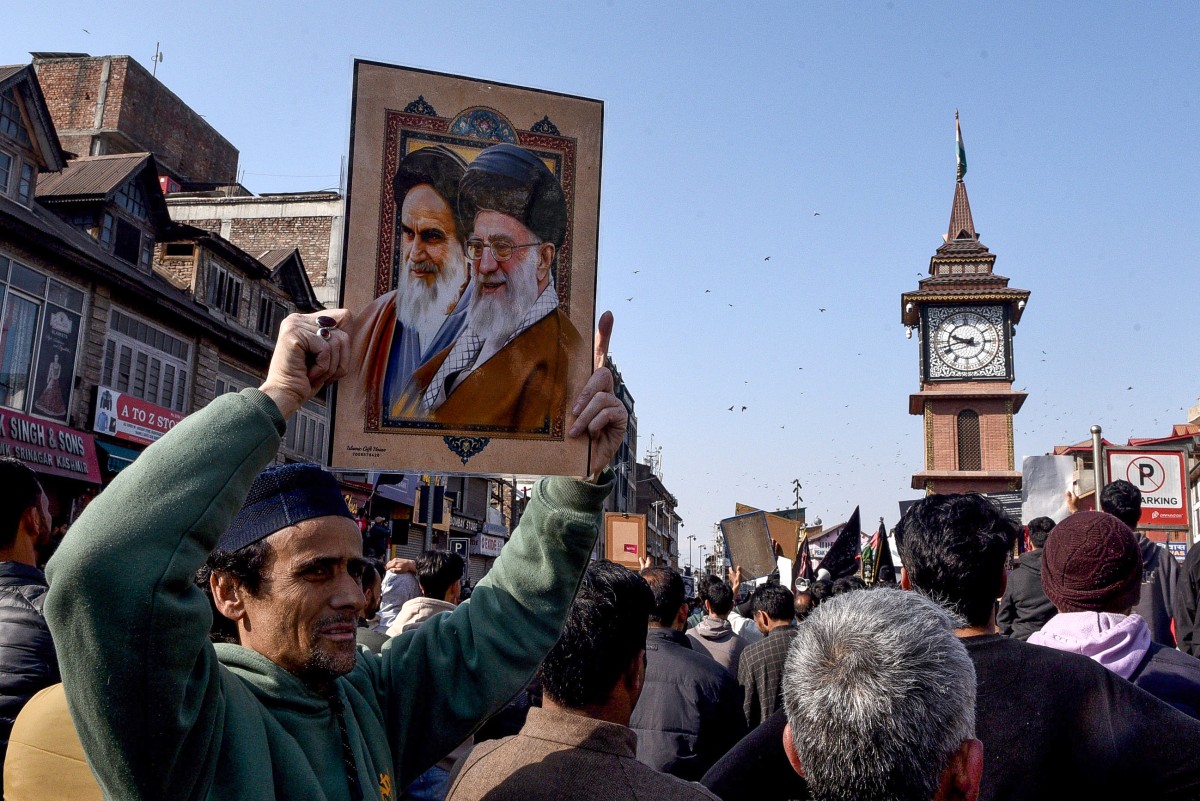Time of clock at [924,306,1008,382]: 9:42
